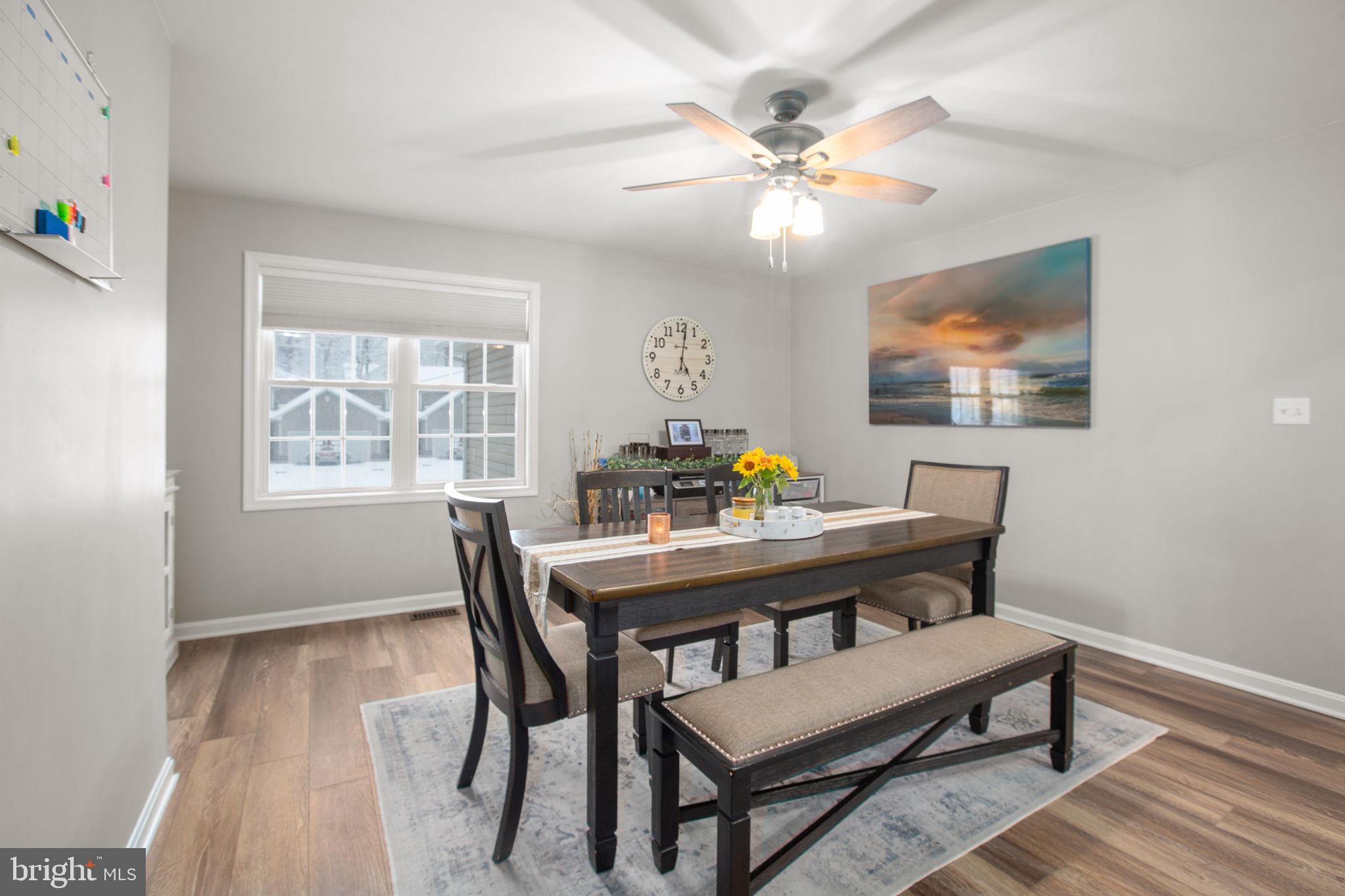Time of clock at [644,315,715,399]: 5:01
